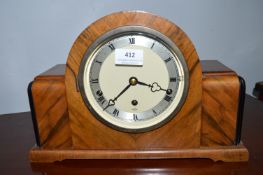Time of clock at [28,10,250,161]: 3:37
